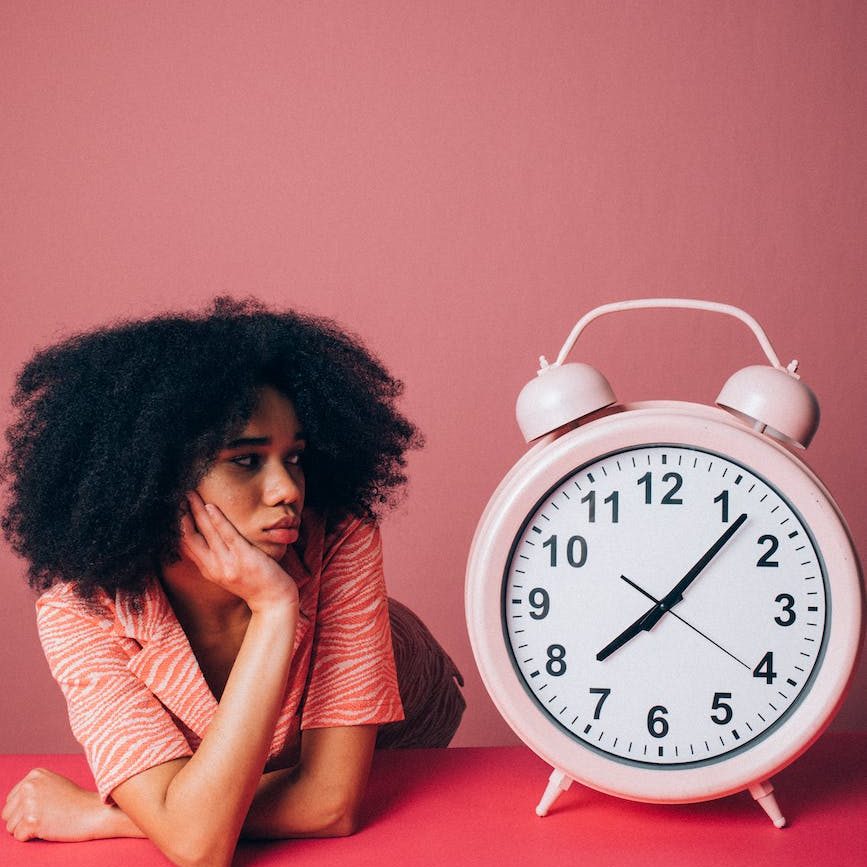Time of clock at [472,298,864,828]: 8:07
